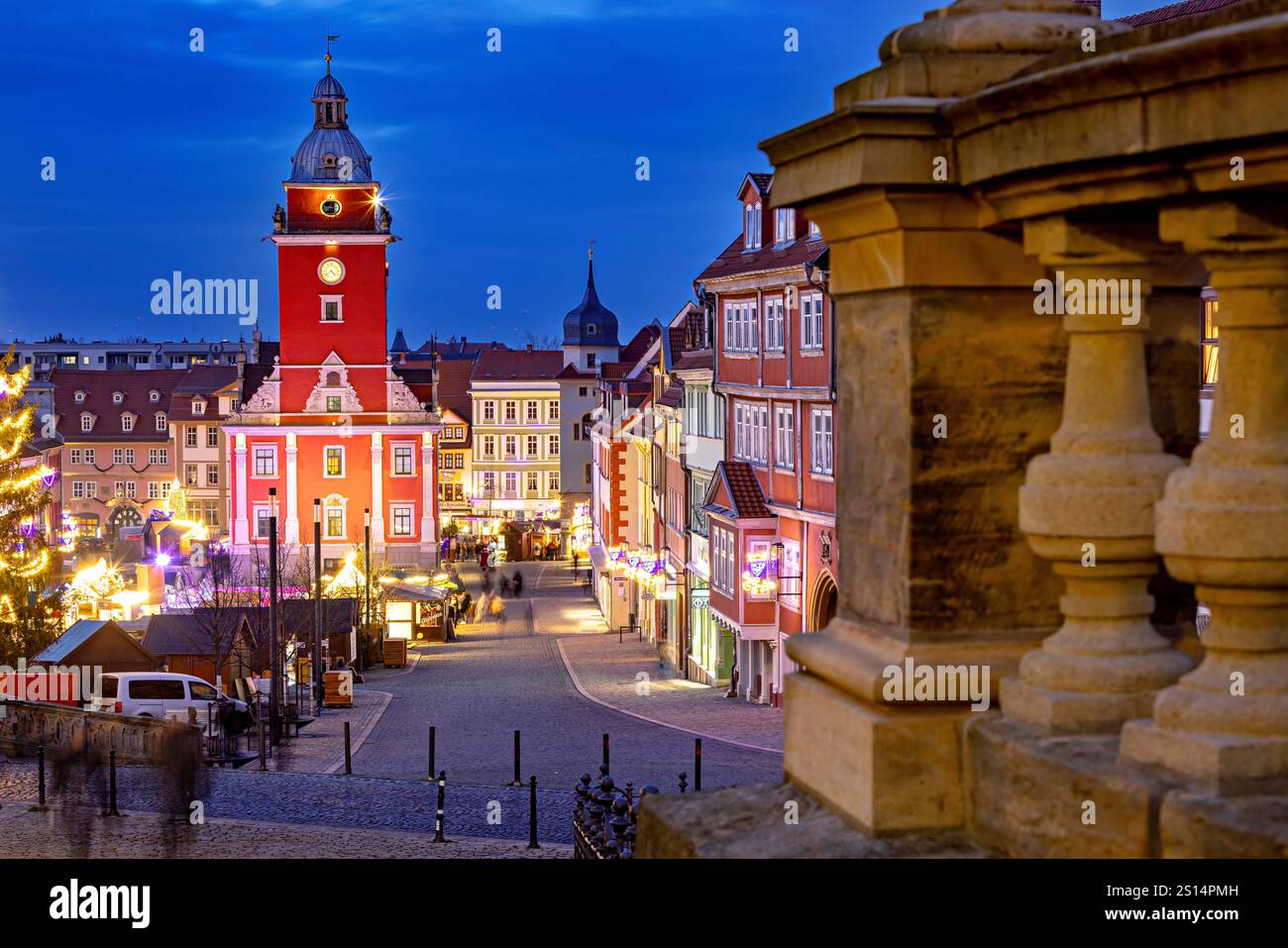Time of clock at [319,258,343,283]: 4:38
